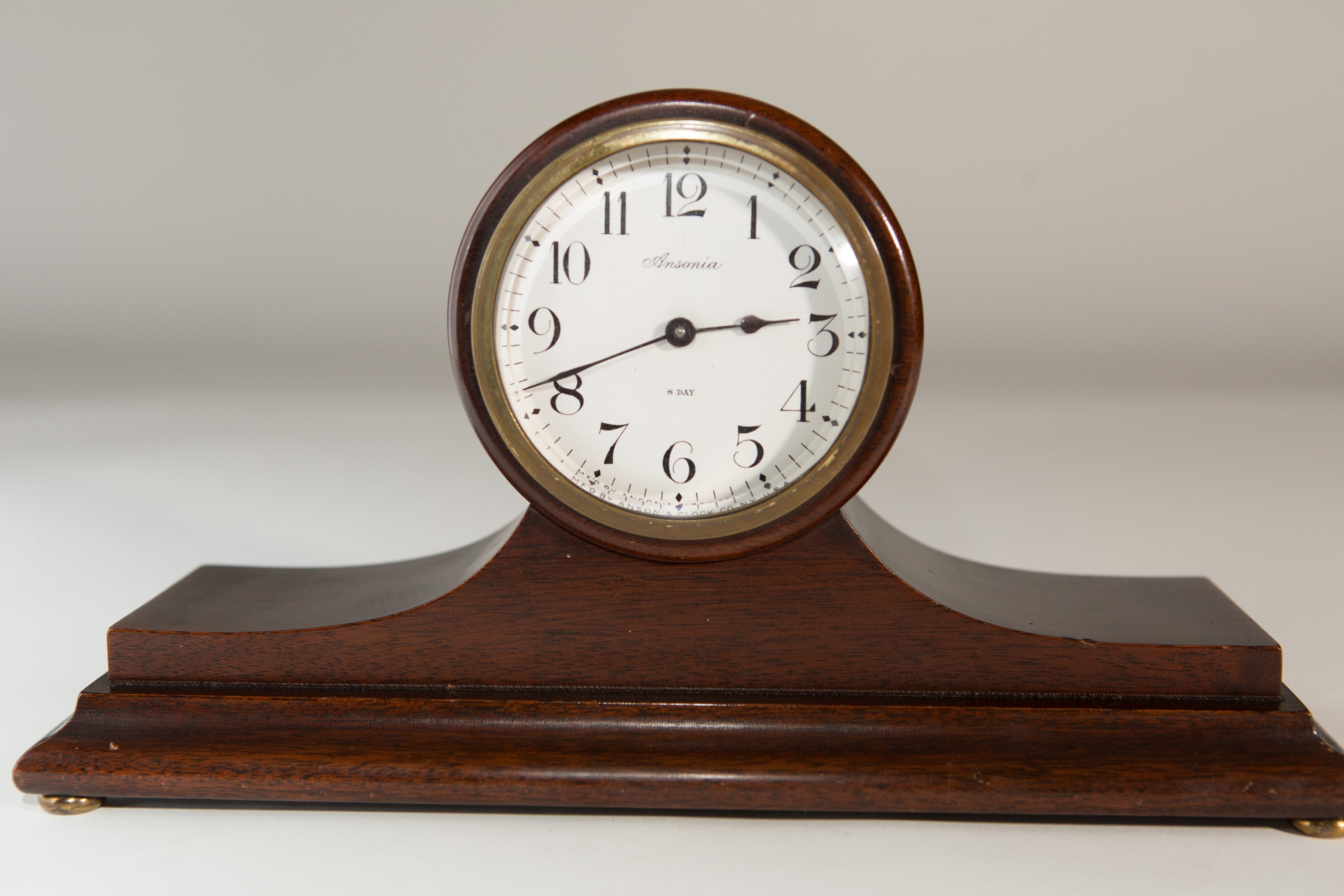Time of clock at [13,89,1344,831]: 2:41
